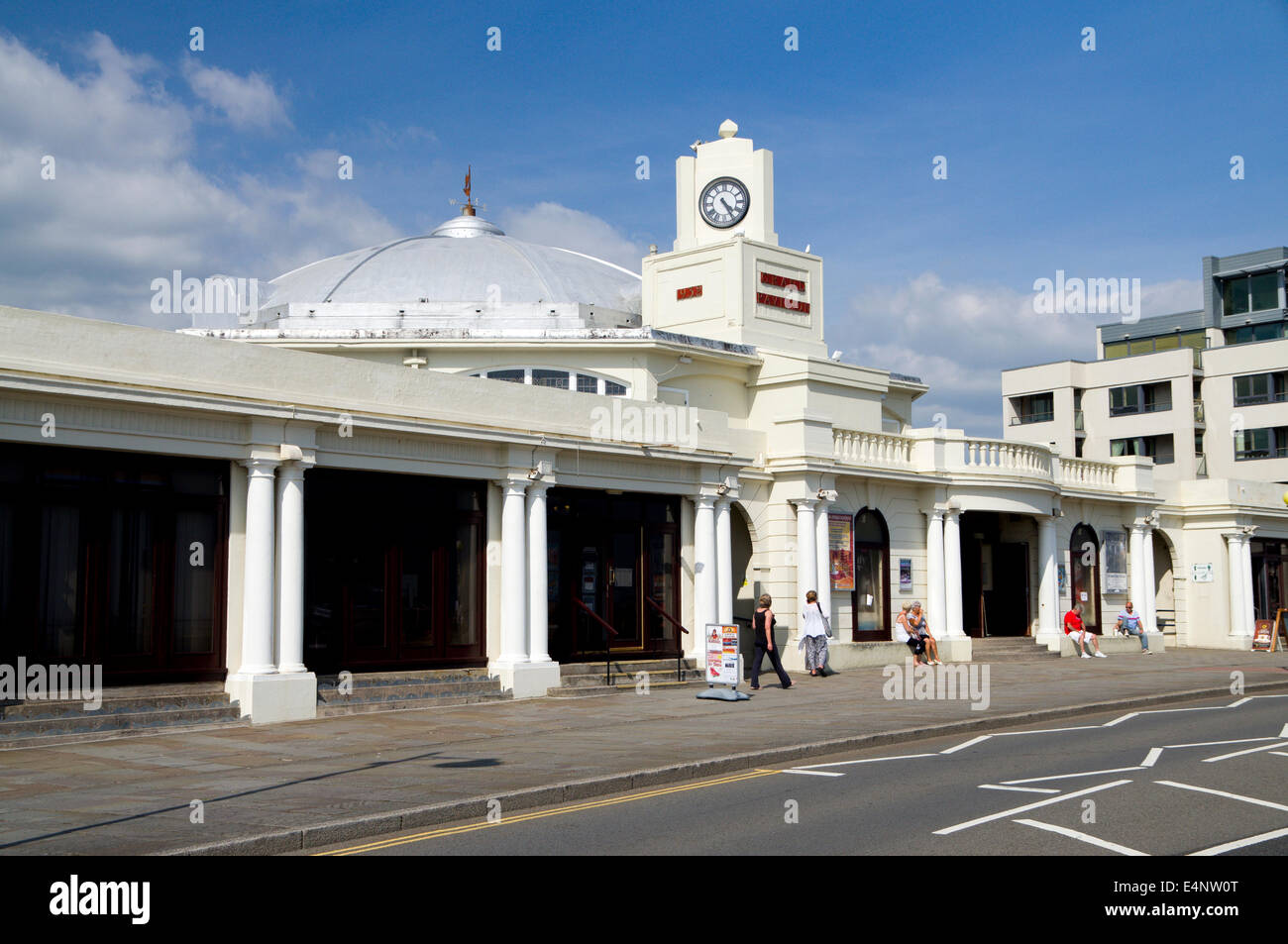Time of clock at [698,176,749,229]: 4:24
